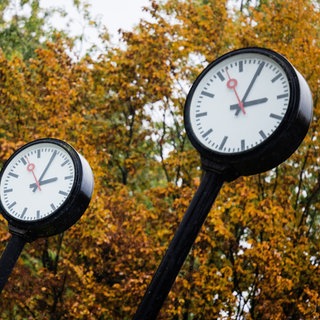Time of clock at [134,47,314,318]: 3:04
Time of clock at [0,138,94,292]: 3:05
